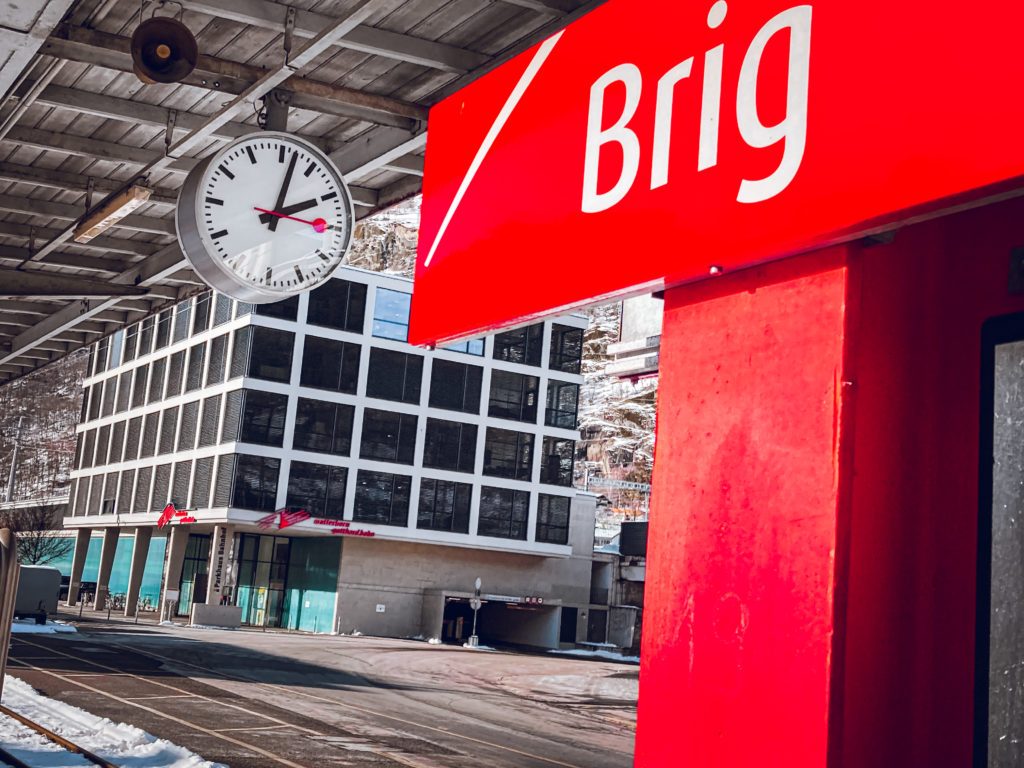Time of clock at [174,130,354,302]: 2:02
